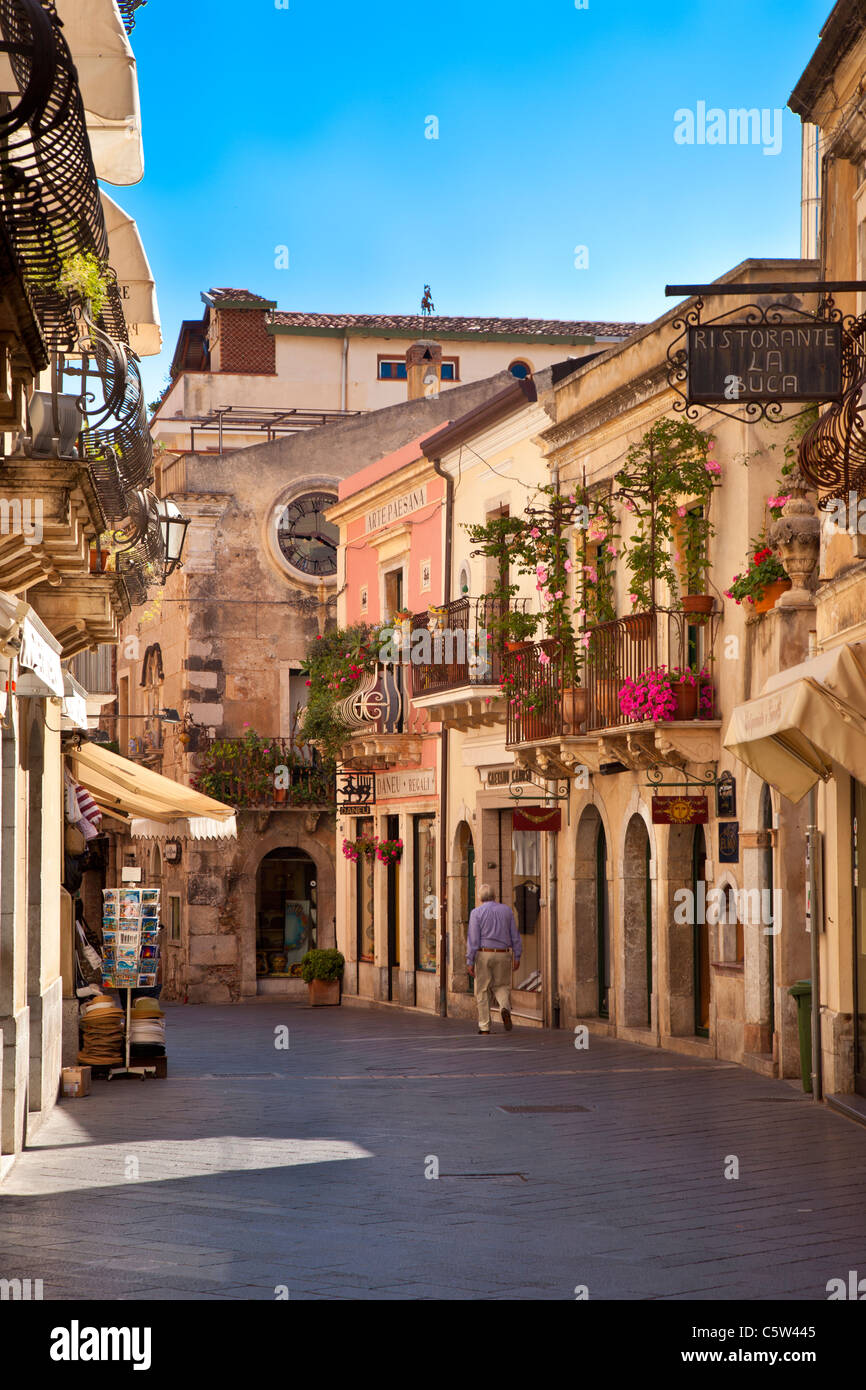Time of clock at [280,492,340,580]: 3:45
